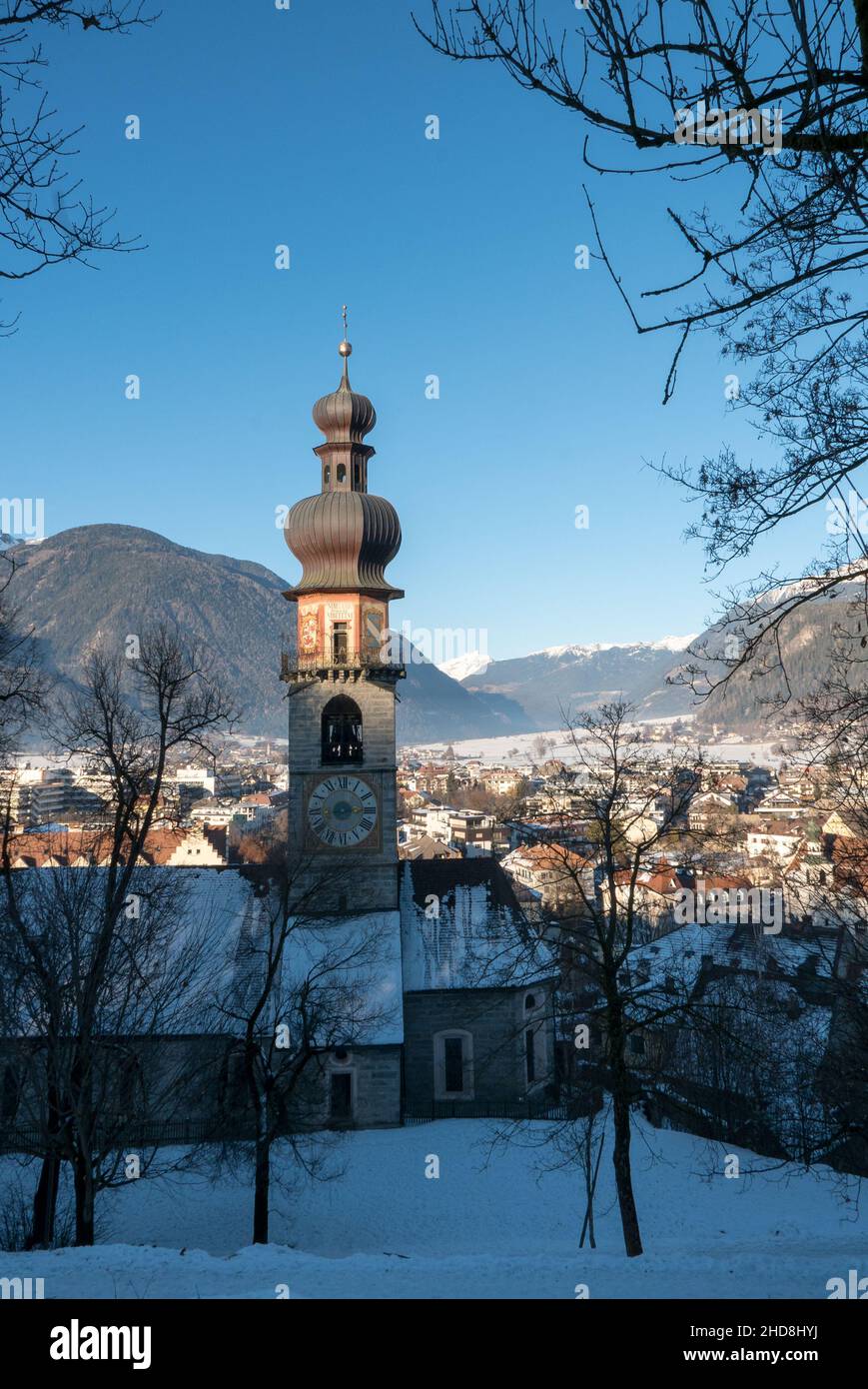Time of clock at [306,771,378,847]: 8:13
